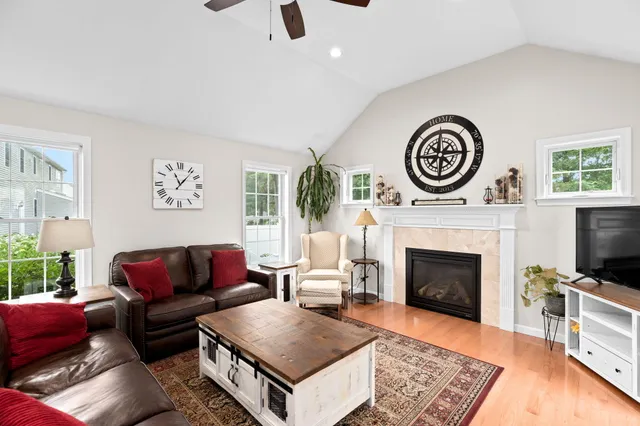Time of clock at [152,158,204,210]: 11:06
